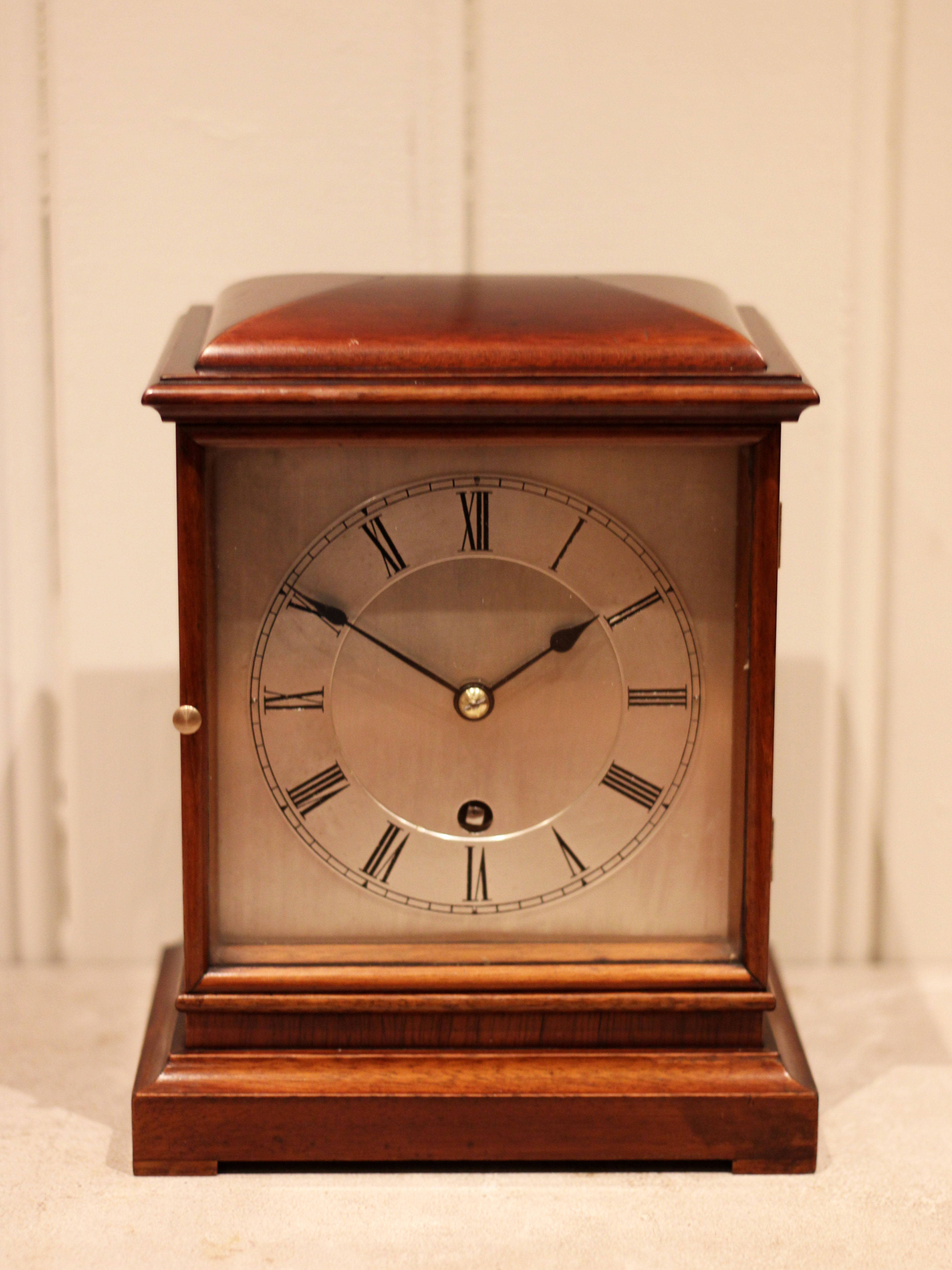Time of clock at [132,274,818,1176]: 1:50
